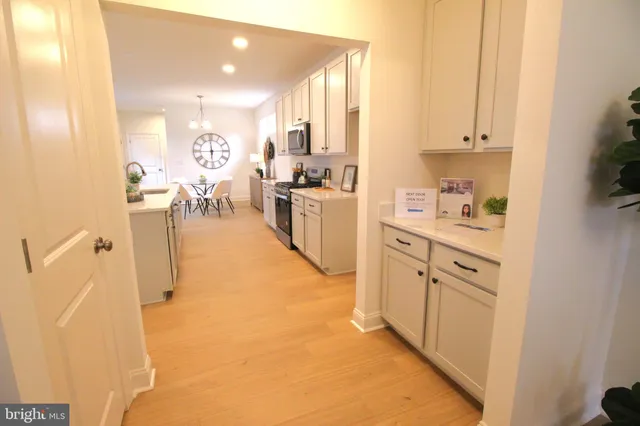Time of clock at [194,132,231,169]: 5:59
